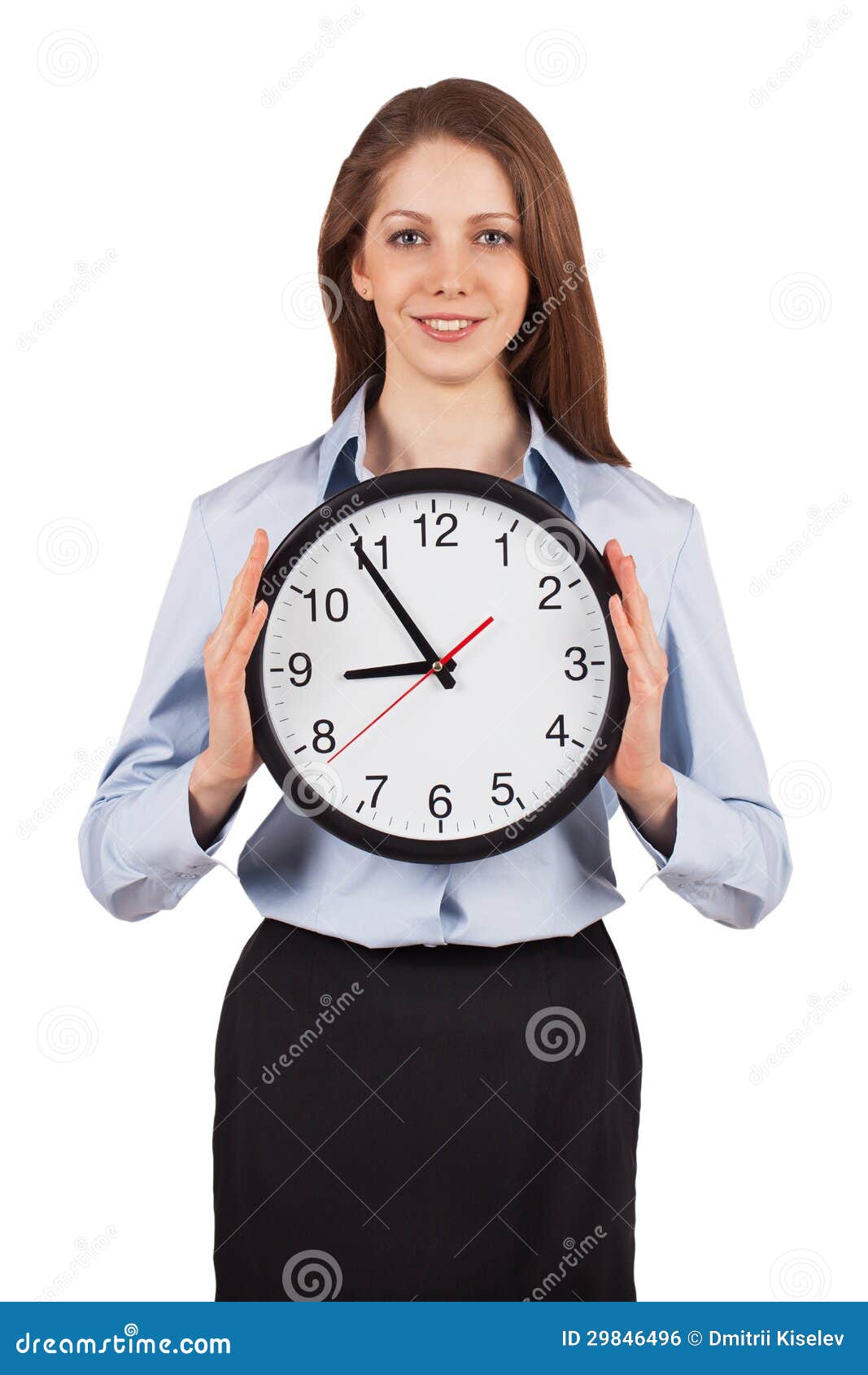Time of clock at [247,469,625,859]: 8:54
